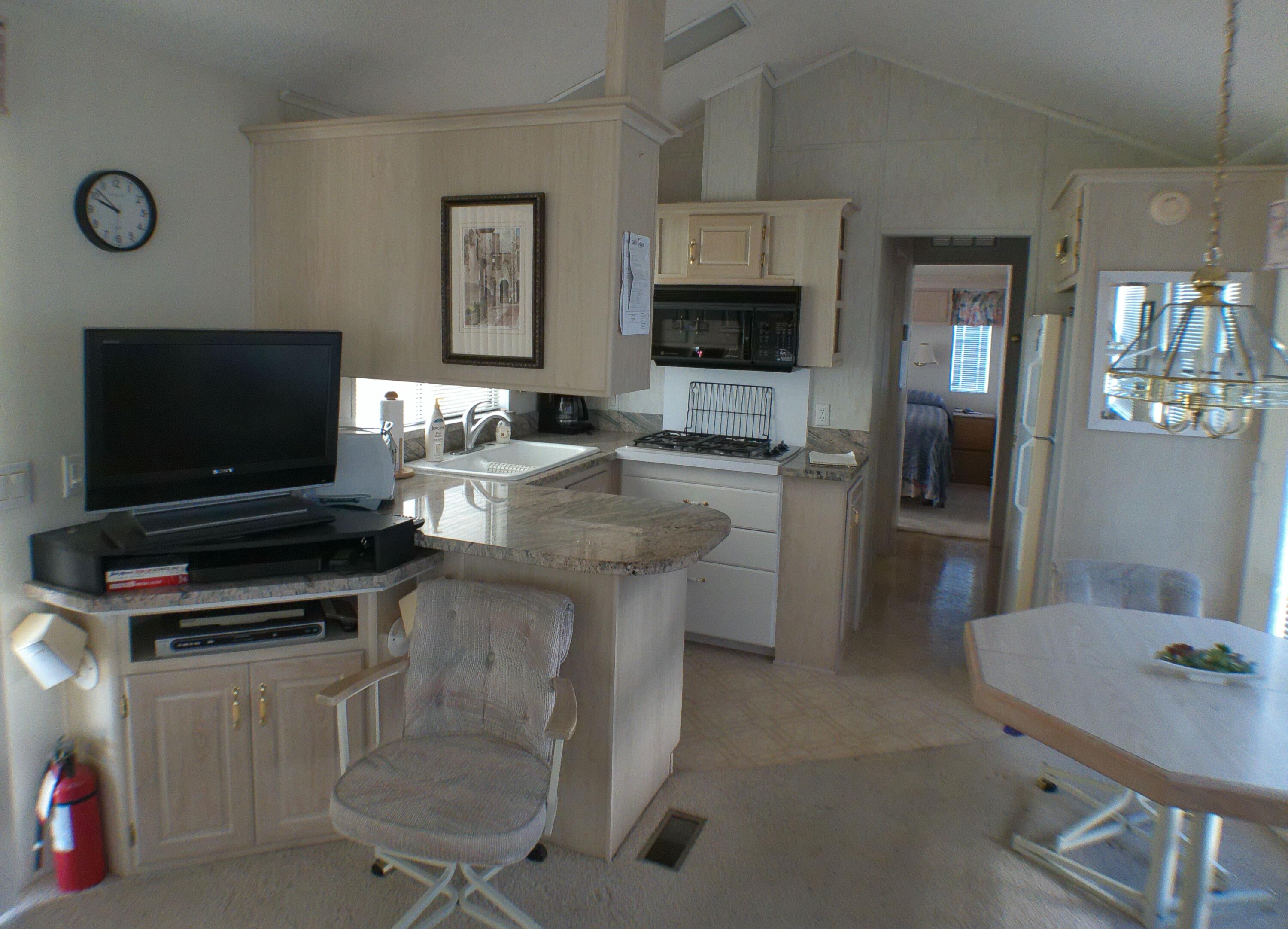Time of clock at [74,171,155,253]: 9:52
